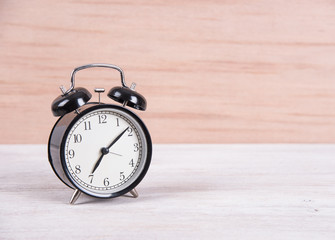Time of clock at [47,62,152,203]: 7:08
